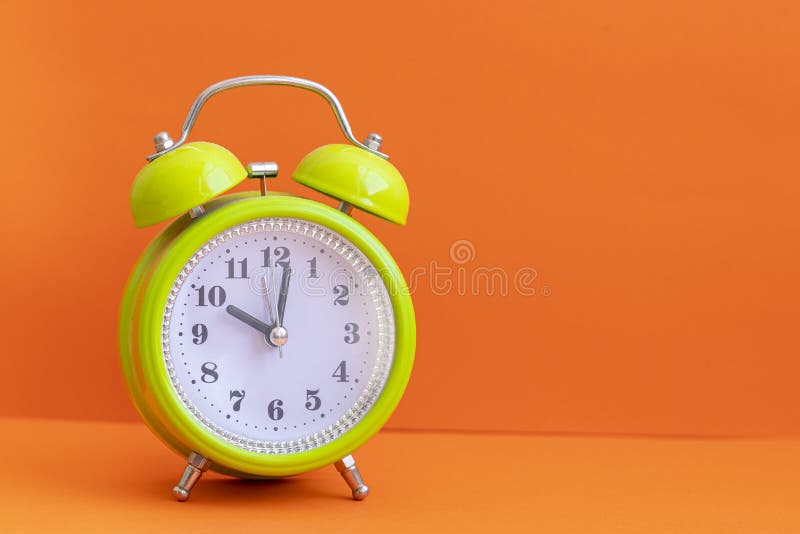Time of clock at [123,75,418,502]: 10:01
